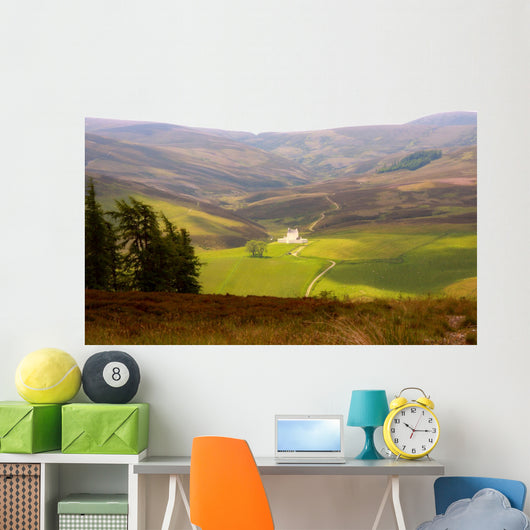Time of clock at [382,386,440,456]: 10:15
